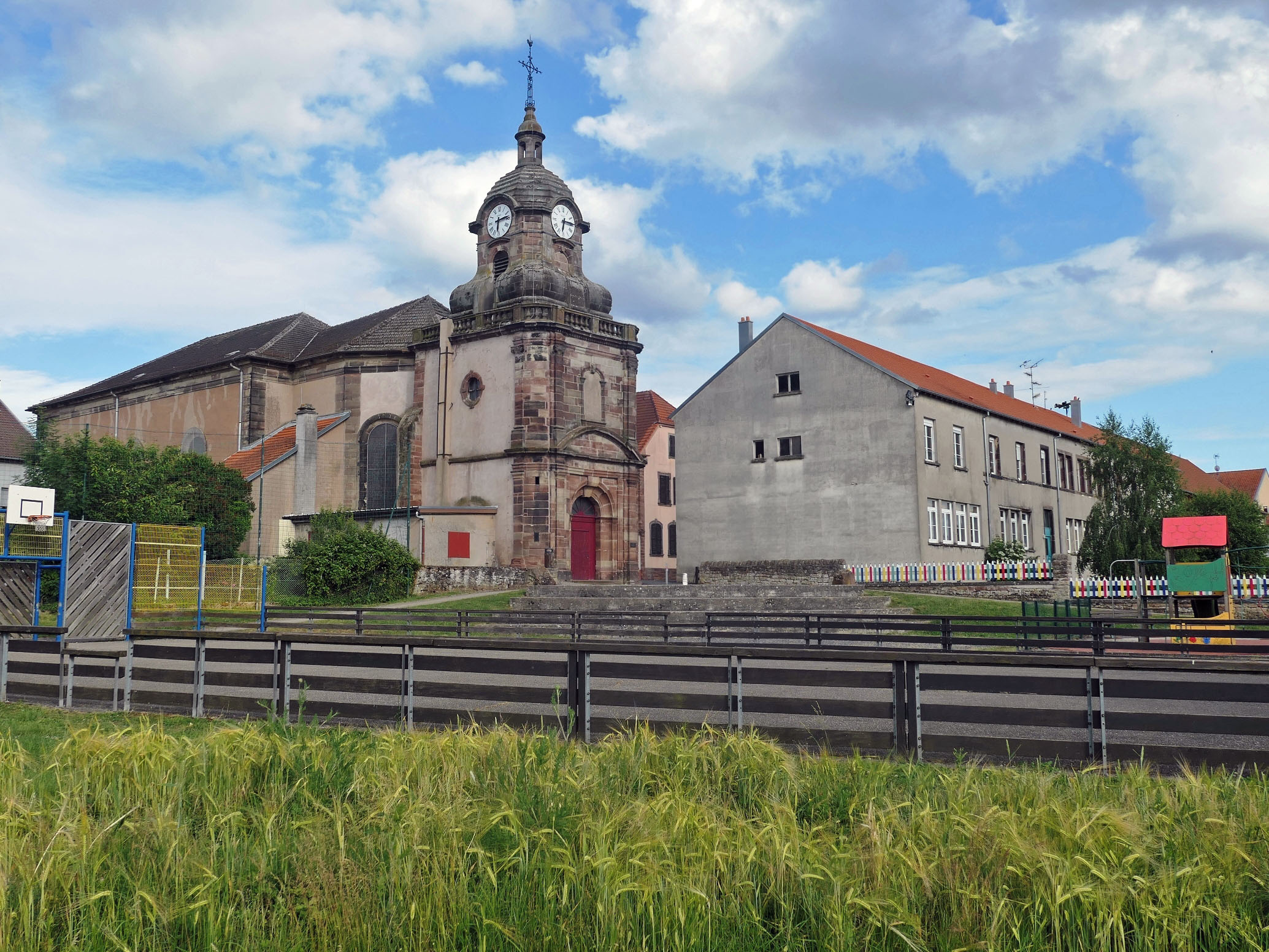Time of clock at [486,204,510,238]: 6:13
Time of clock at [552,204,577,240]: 6:14
